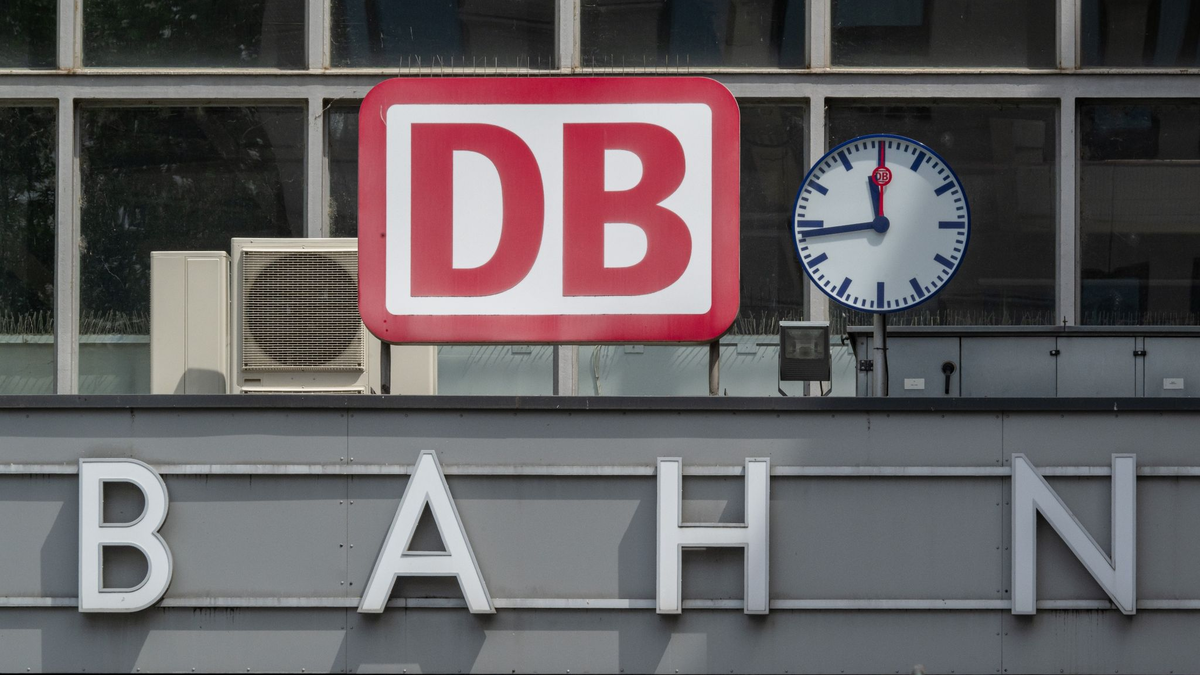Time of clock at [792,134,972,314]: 11:43
